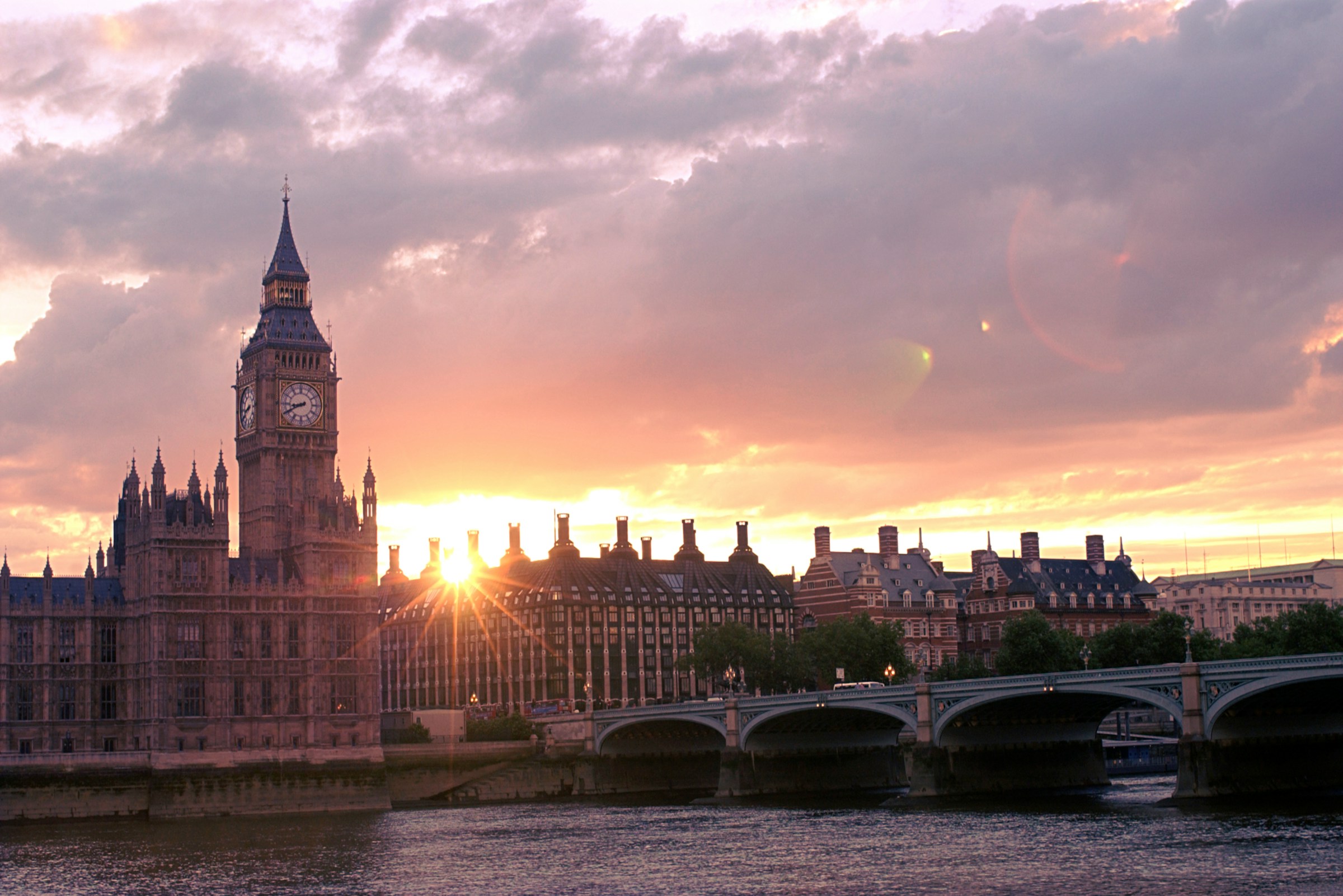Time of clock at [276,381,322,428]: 8:40
